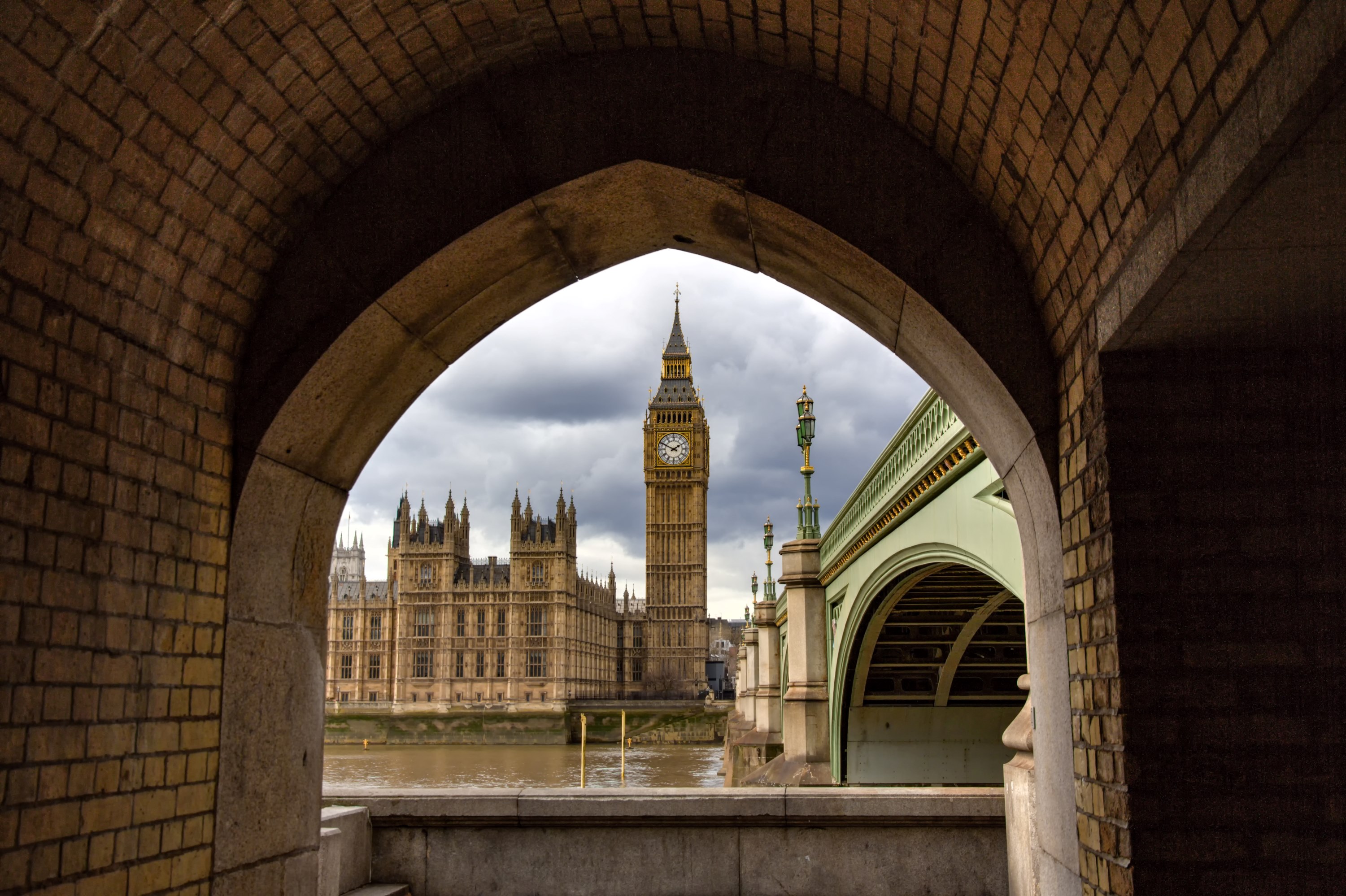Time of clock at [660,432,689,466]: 1:49
